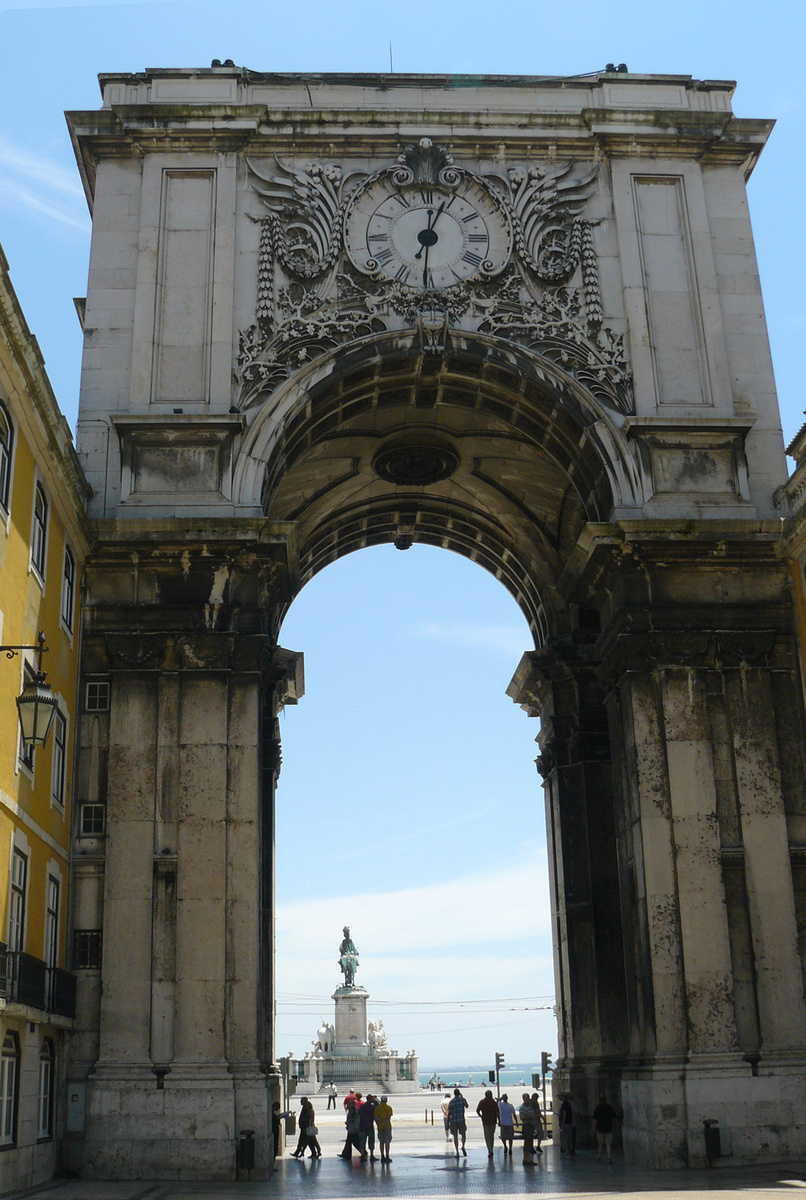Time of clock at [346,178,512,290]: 6:03
